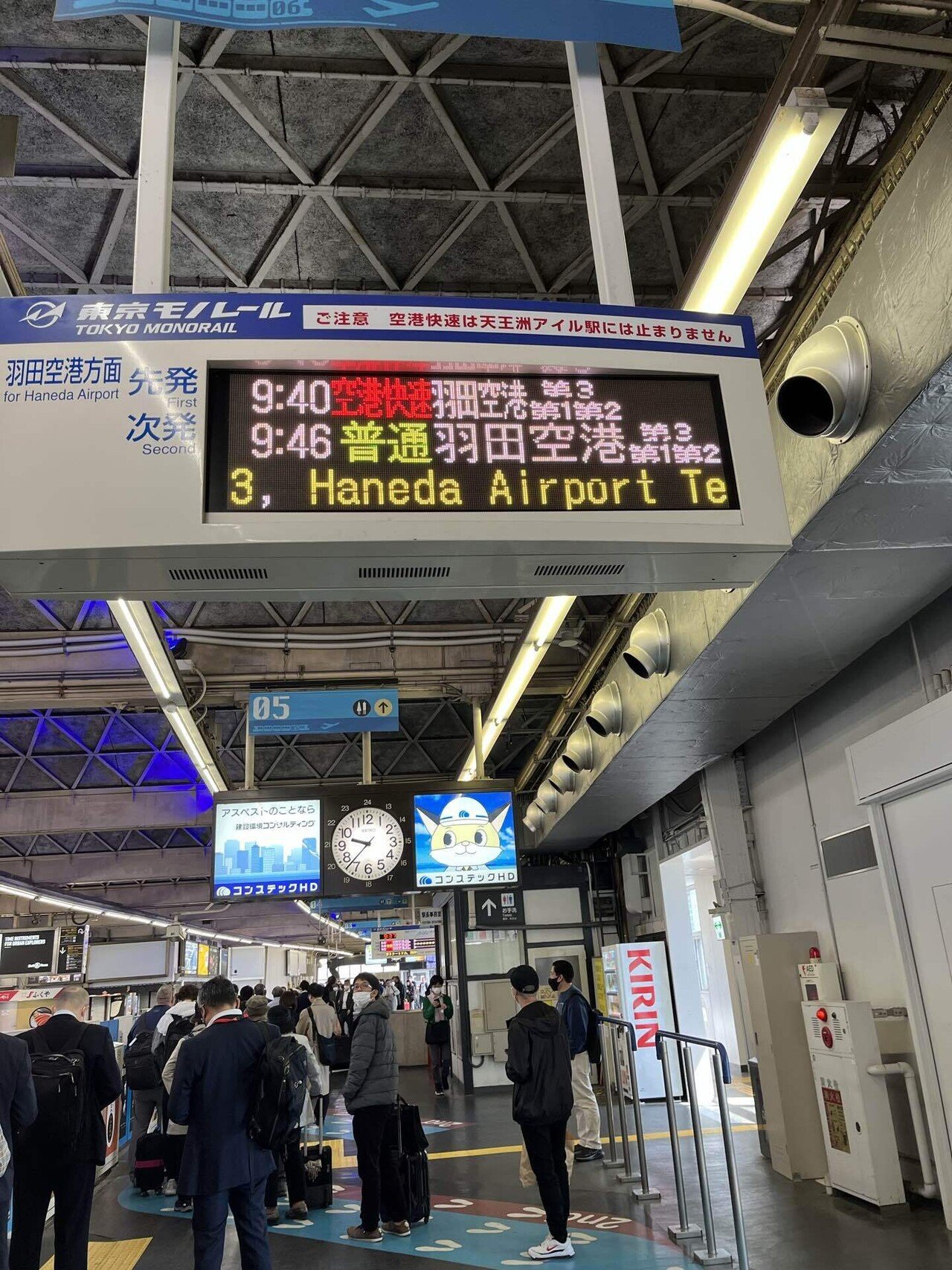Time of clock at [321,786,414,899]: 9:37
